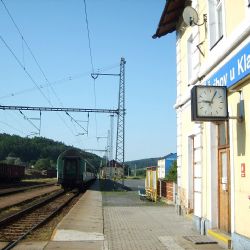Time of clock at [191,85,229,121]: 9:05
